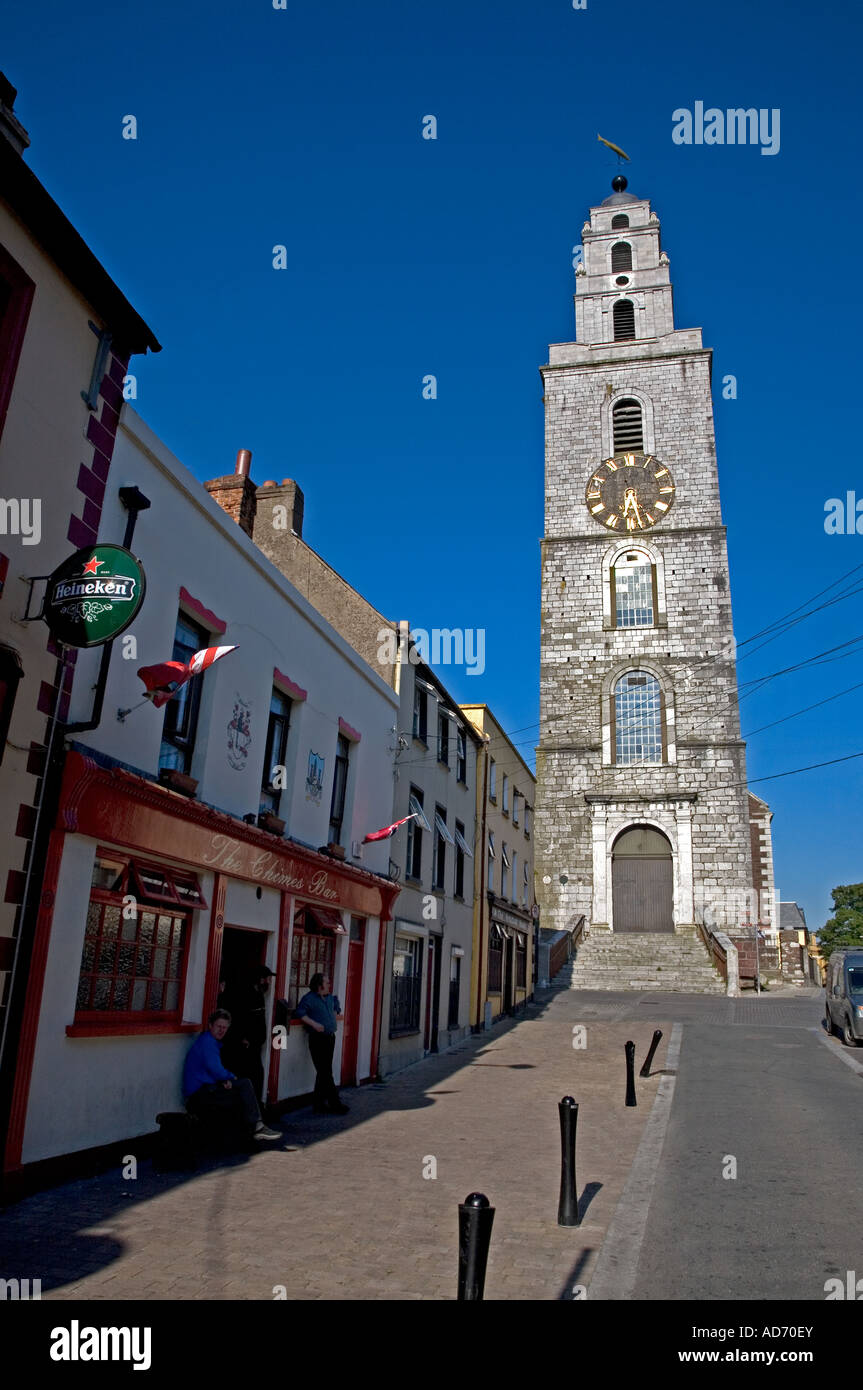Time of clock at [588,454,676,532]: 6:27
